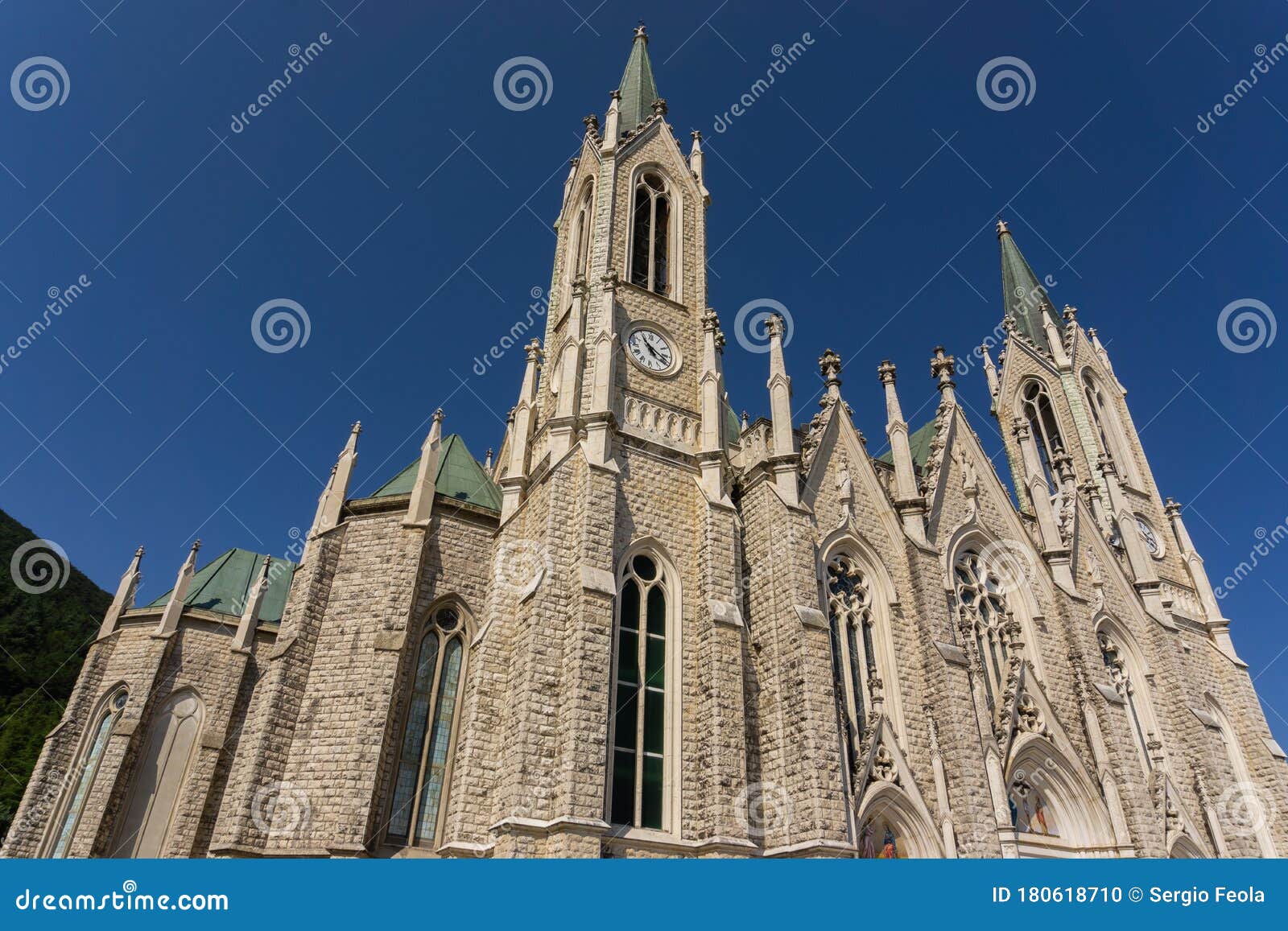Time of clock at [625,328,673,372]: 3:53
